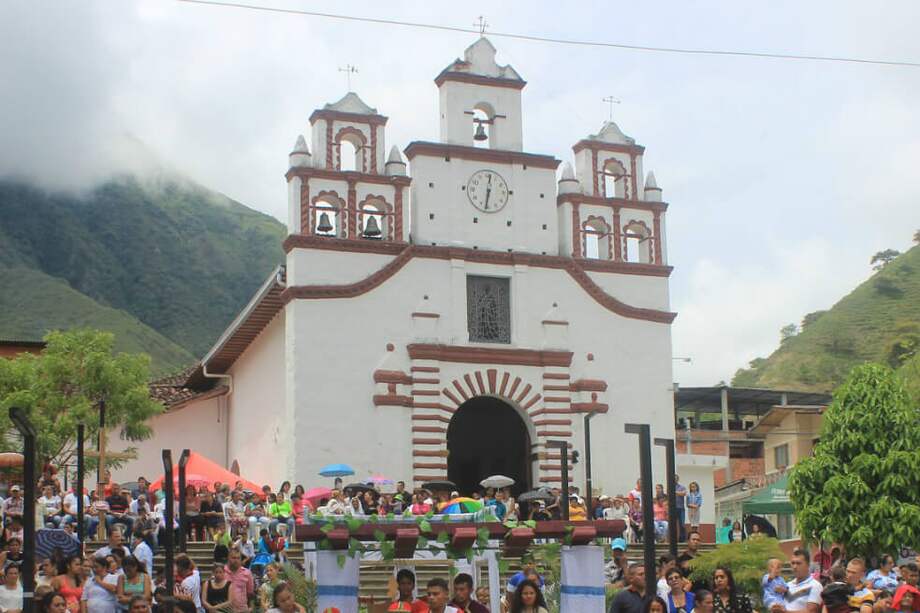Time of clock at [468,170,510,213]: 12:32
